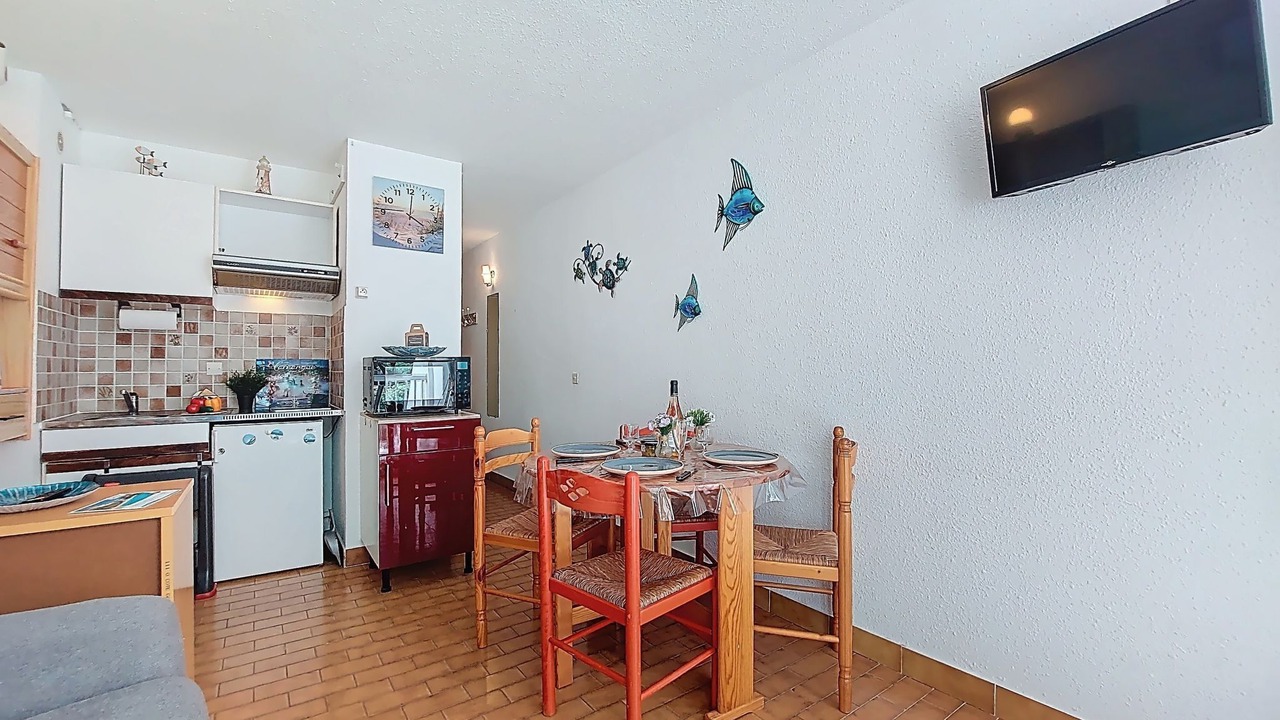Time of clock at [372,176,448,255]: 4:00
